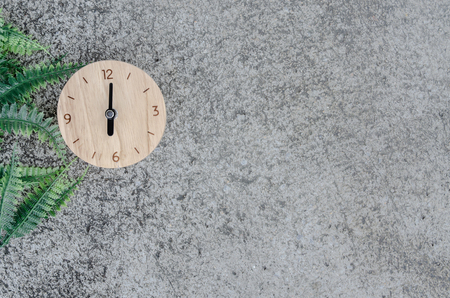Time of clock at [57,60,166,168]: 6:01
